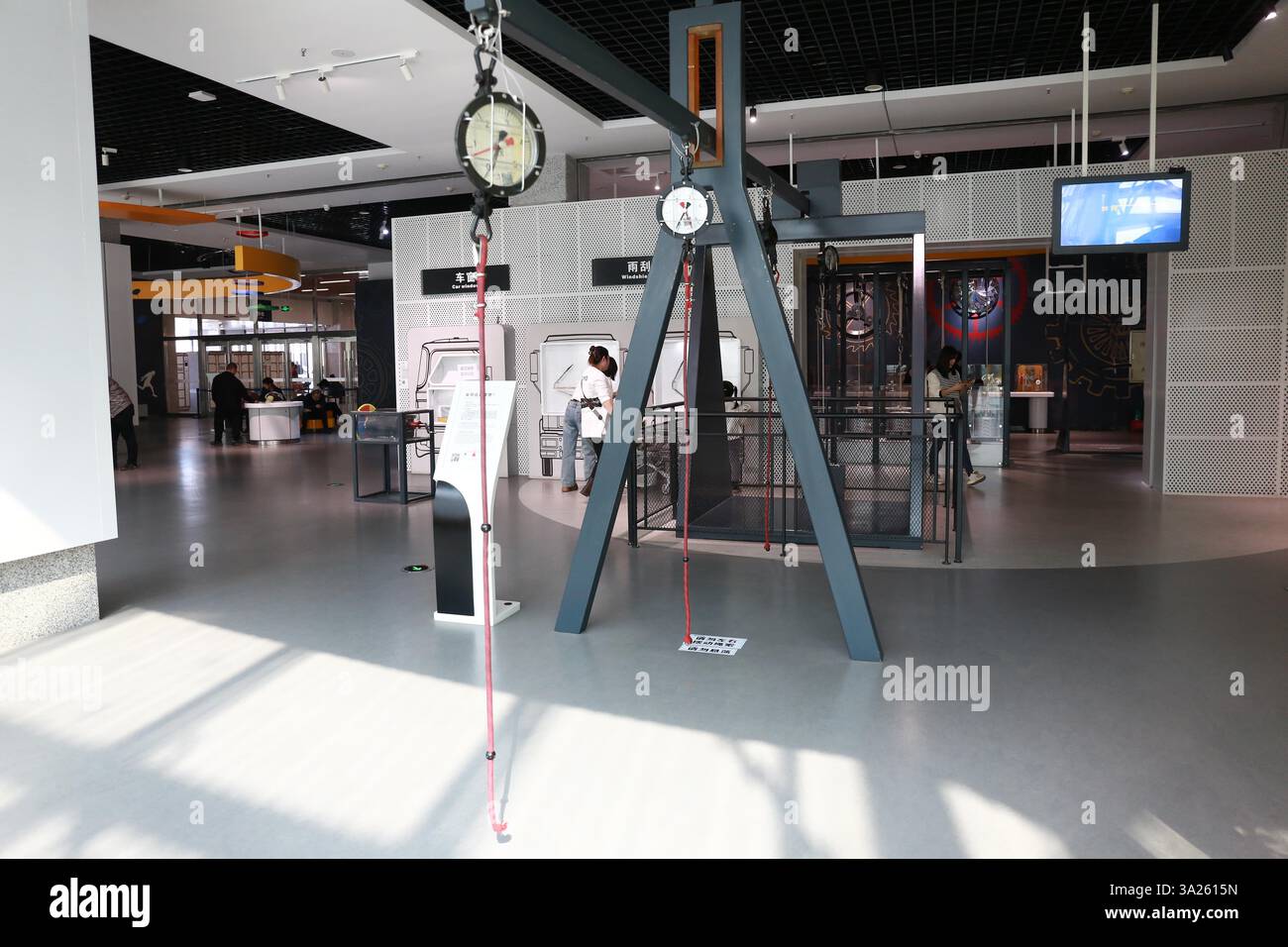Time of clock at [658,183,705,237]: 5:35
